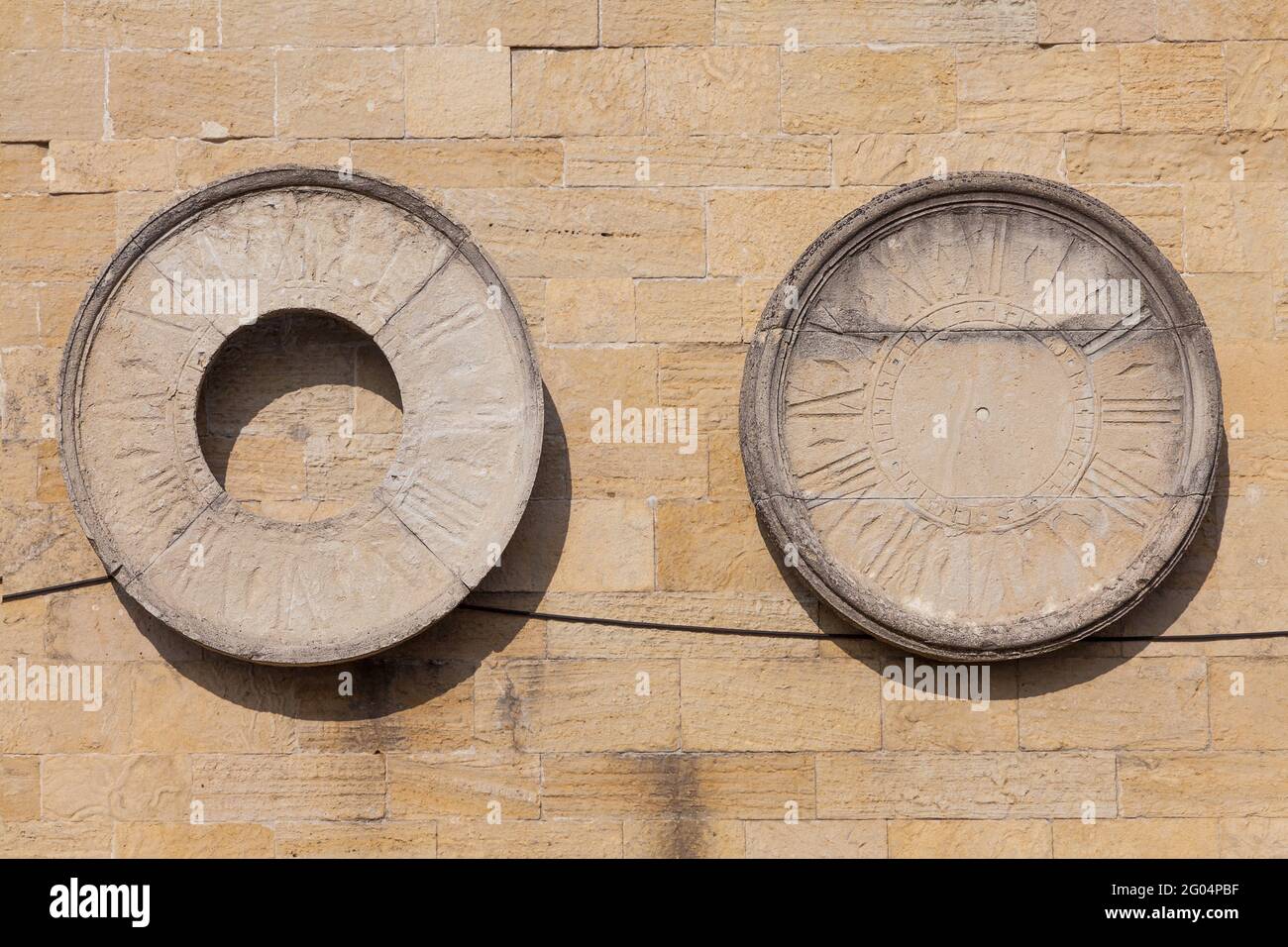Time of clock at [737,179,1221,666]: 2:44
